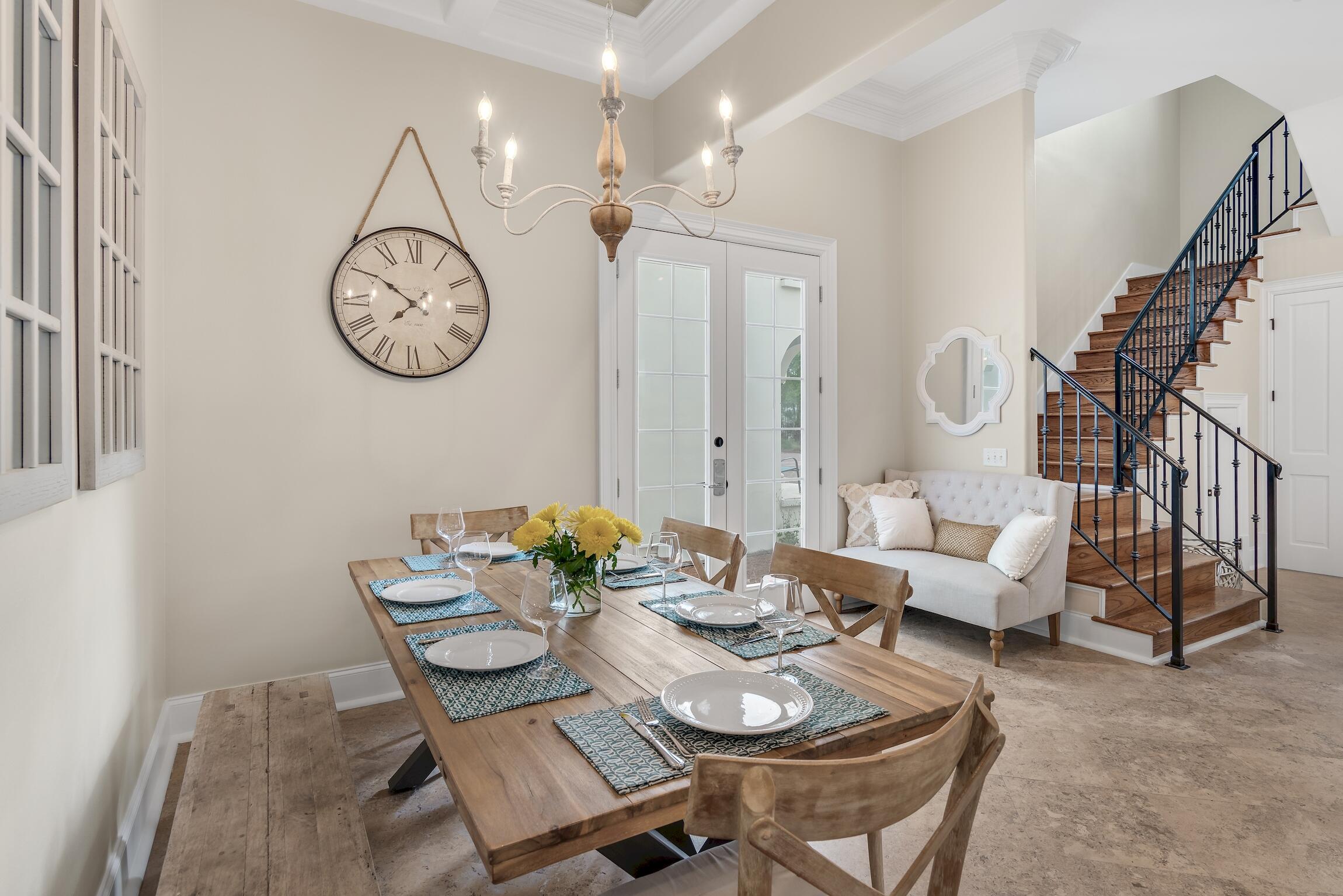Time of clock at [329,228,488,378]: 7:50
